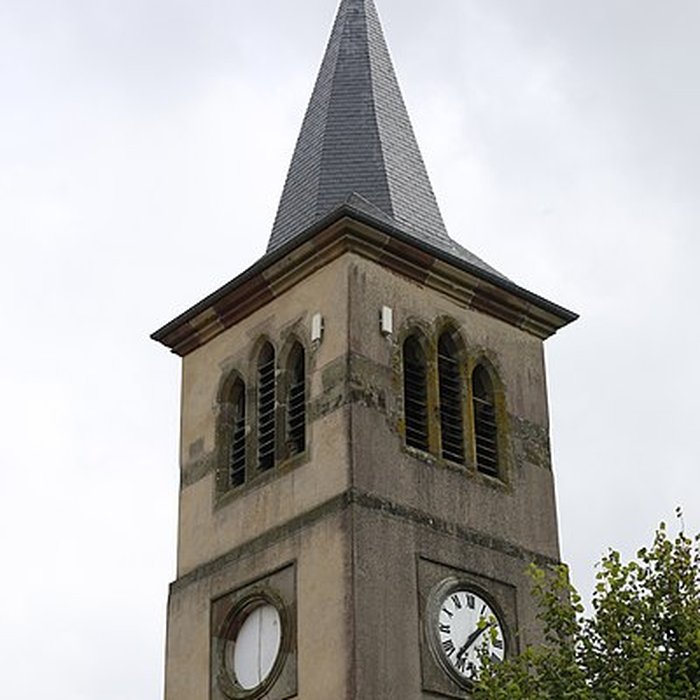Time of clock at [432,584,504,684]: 1:37
